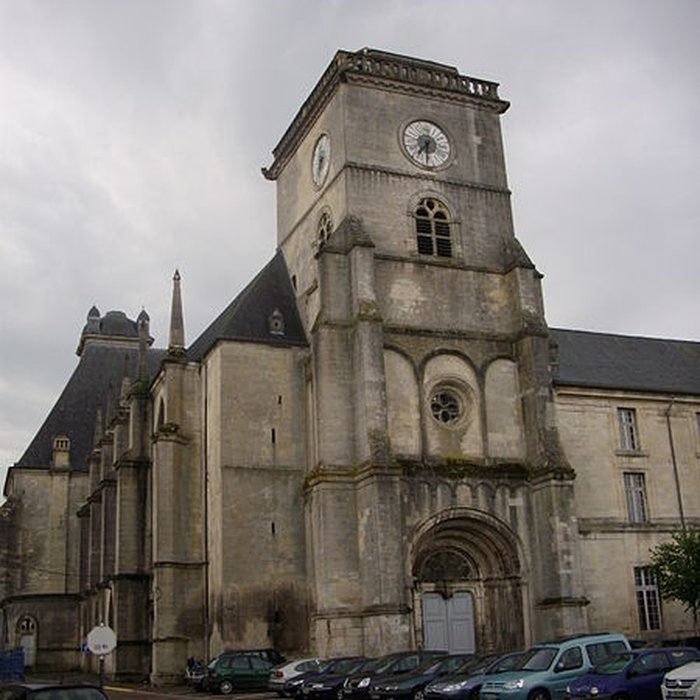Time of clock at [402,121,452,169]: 7:31
